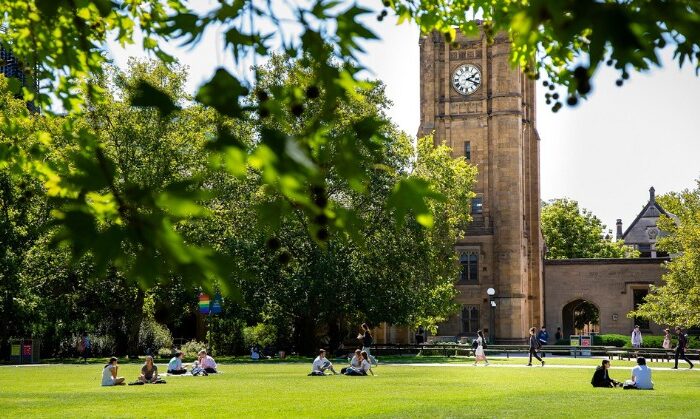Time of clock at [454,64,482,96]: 2:18
